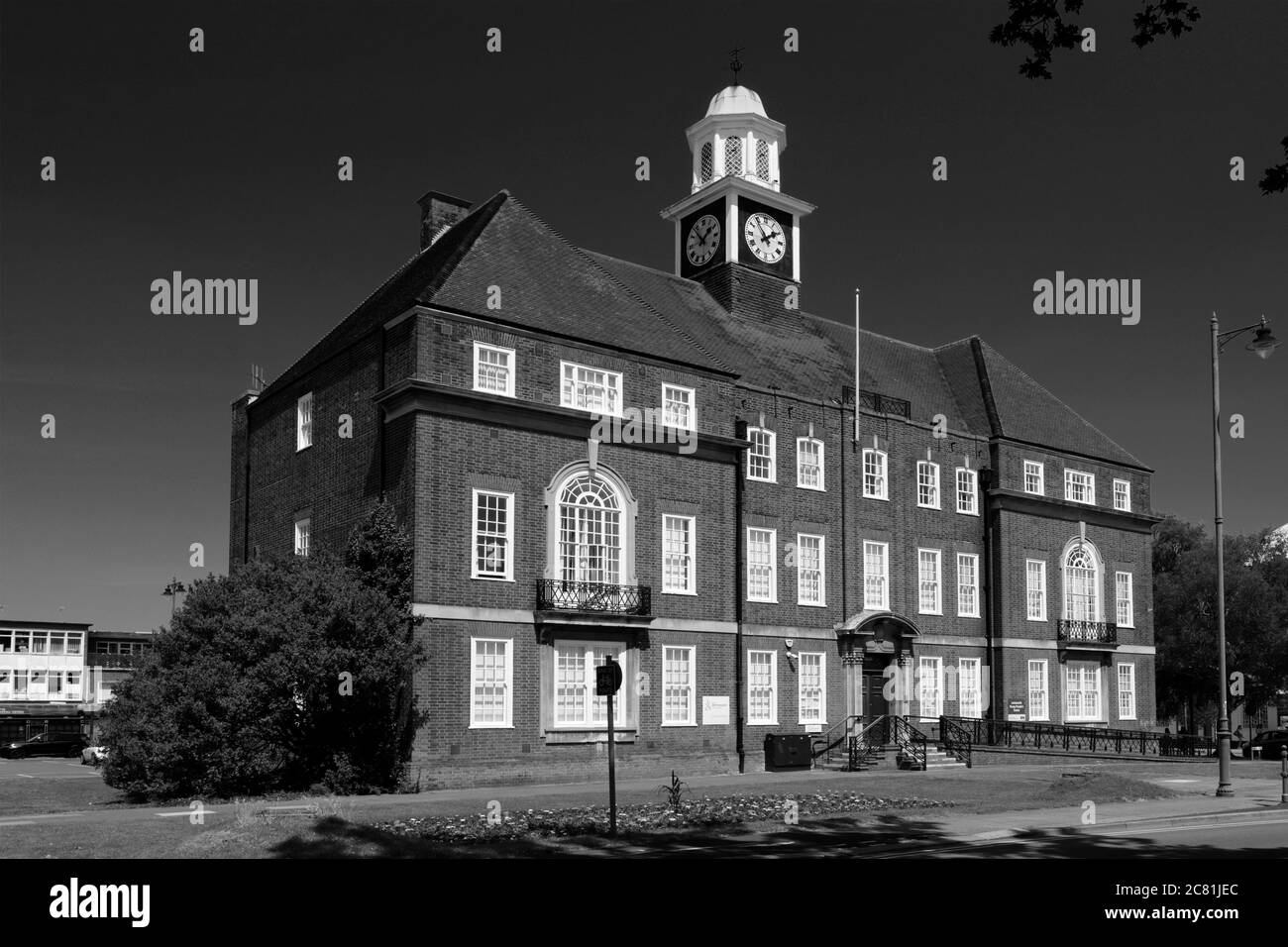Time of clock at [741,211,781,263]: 1:54
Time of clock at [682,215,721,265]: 1:53
